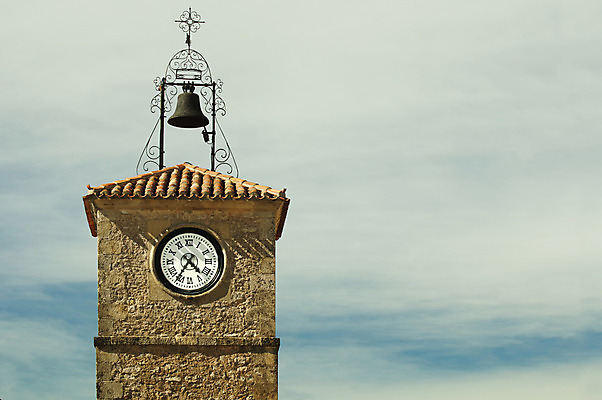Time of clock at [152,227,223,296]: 4:35
